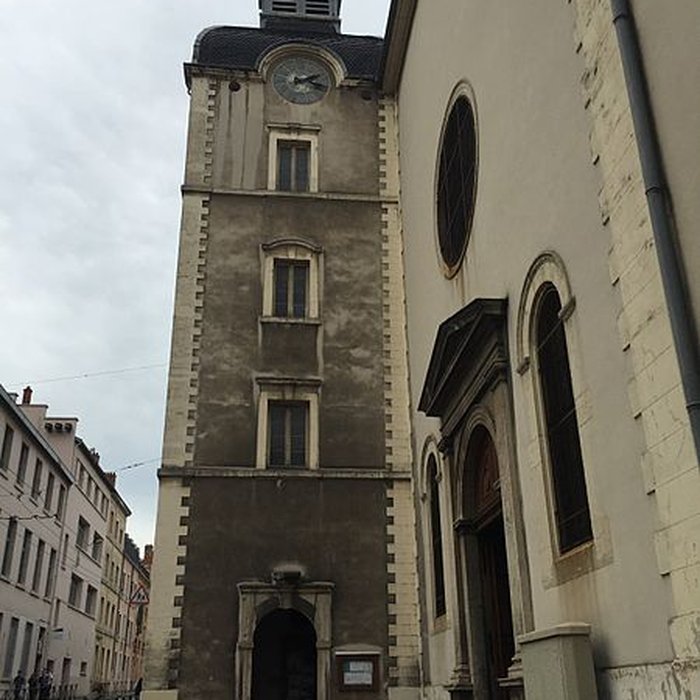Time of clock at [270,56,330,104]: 2:18
